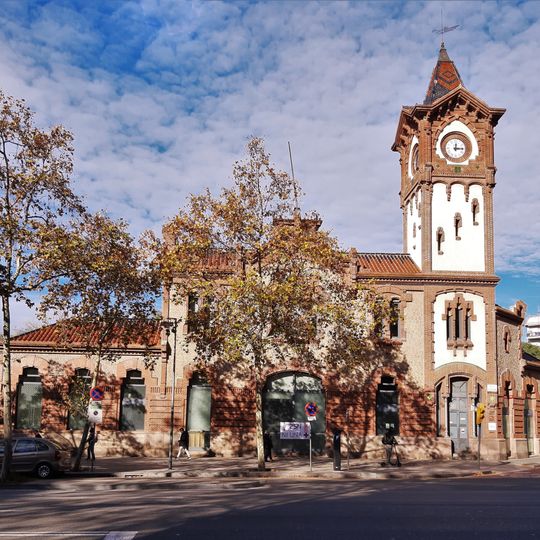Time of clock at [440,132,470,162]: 12:14
